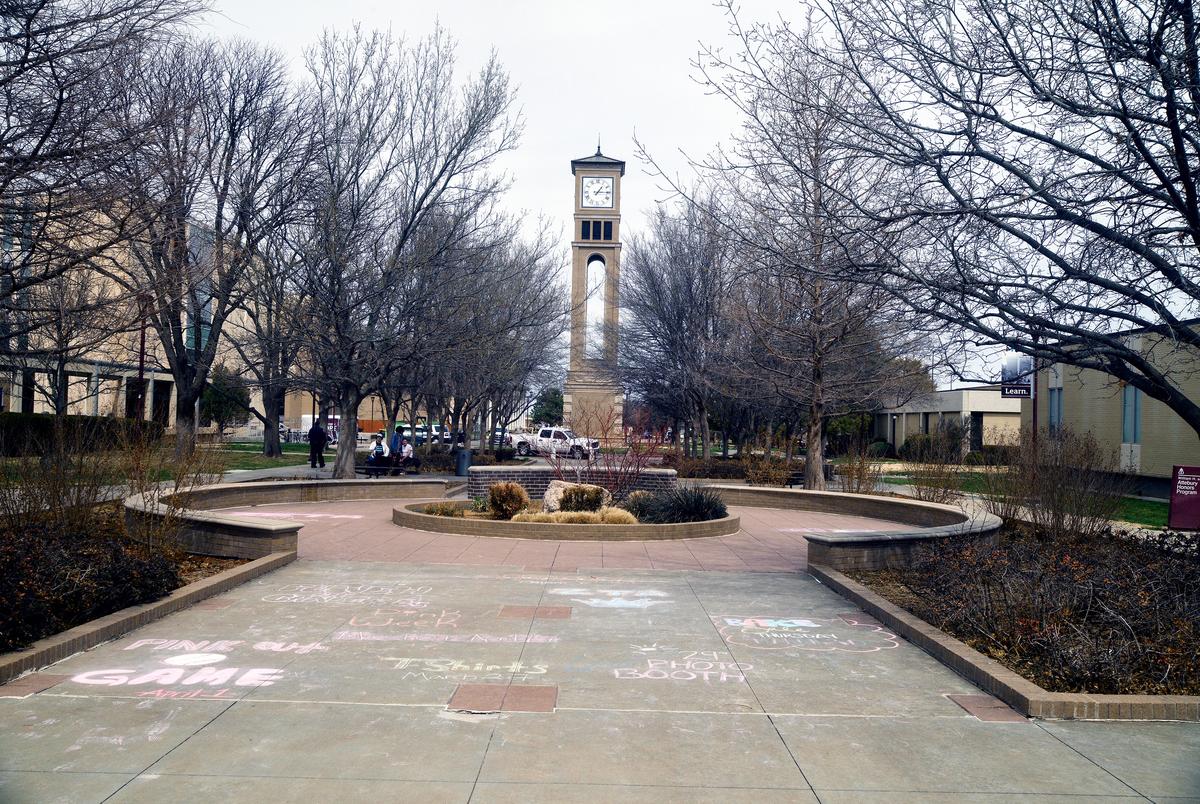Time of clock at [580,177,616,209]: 1:14
